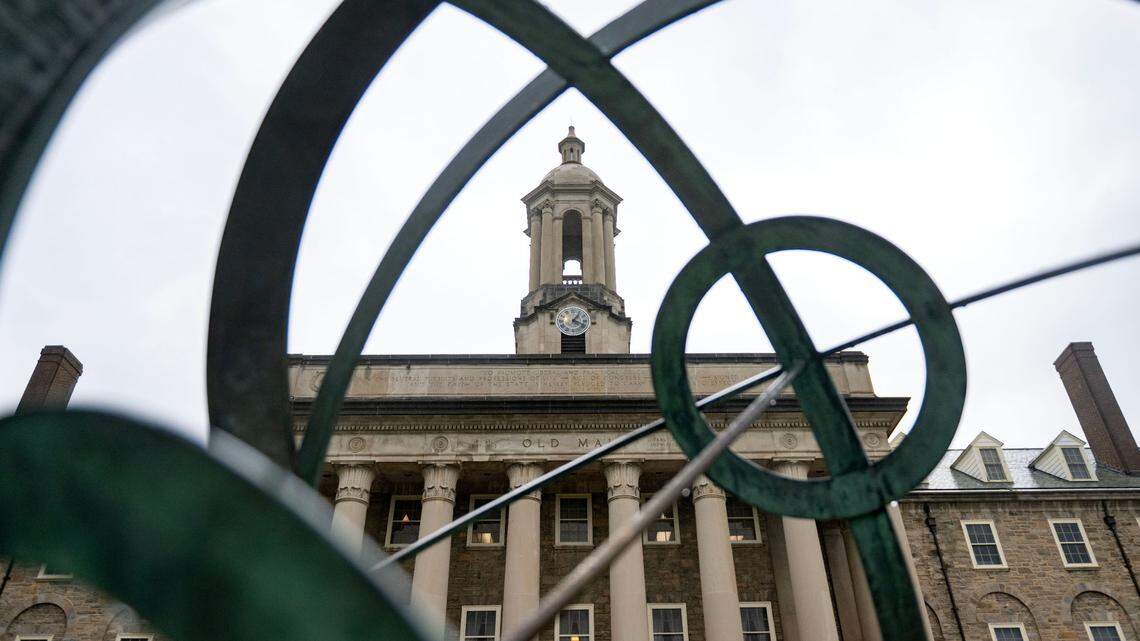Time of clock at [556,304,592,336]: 1:18
